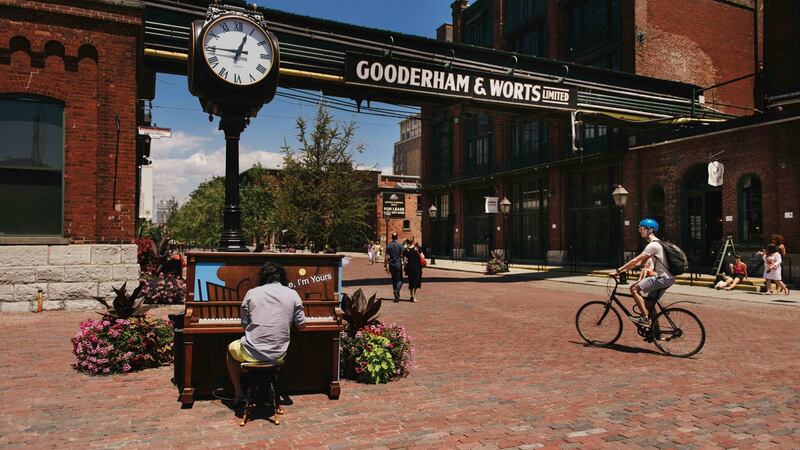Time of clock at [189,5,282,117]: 12:45
